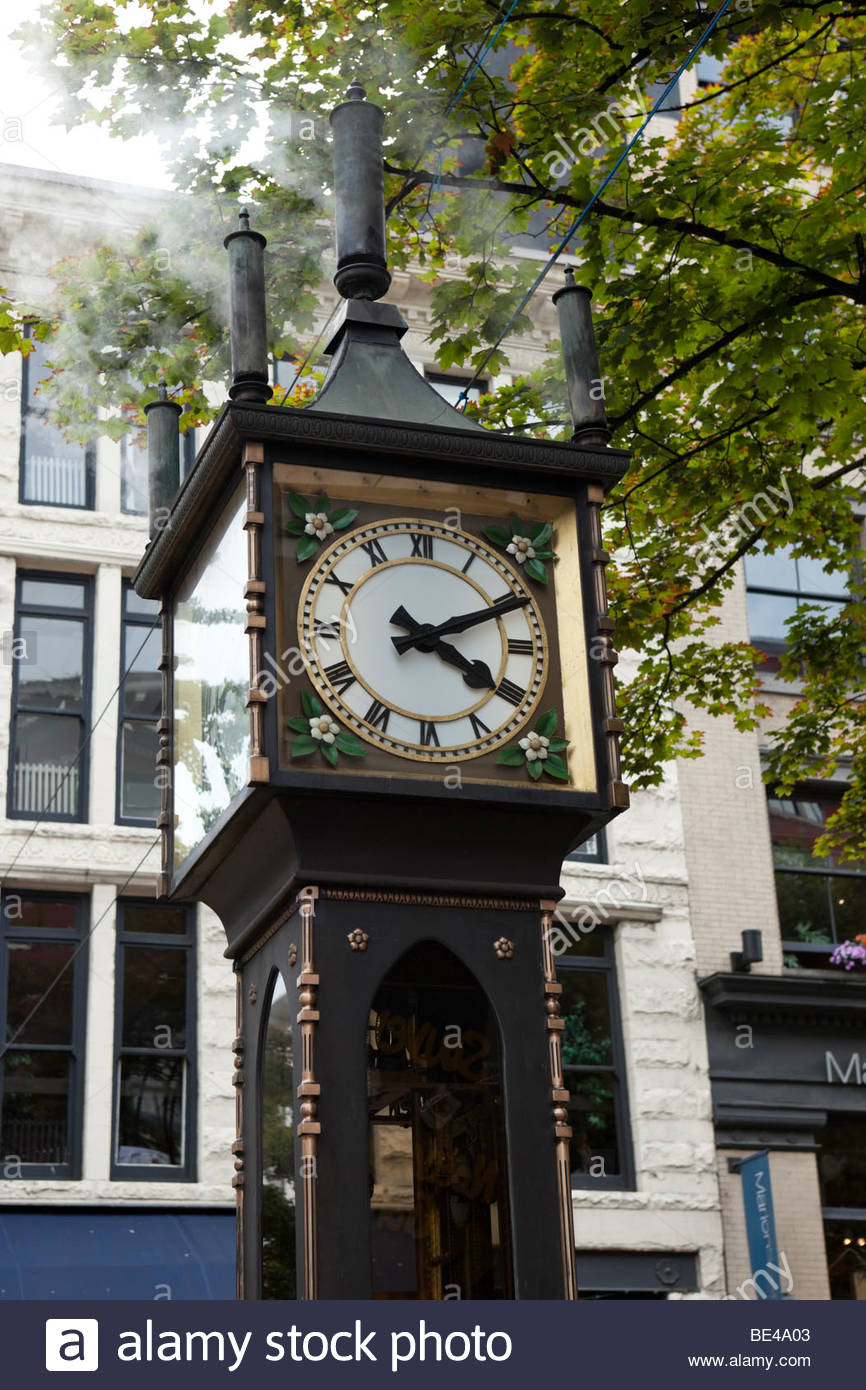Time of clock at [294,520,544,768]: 4:10
